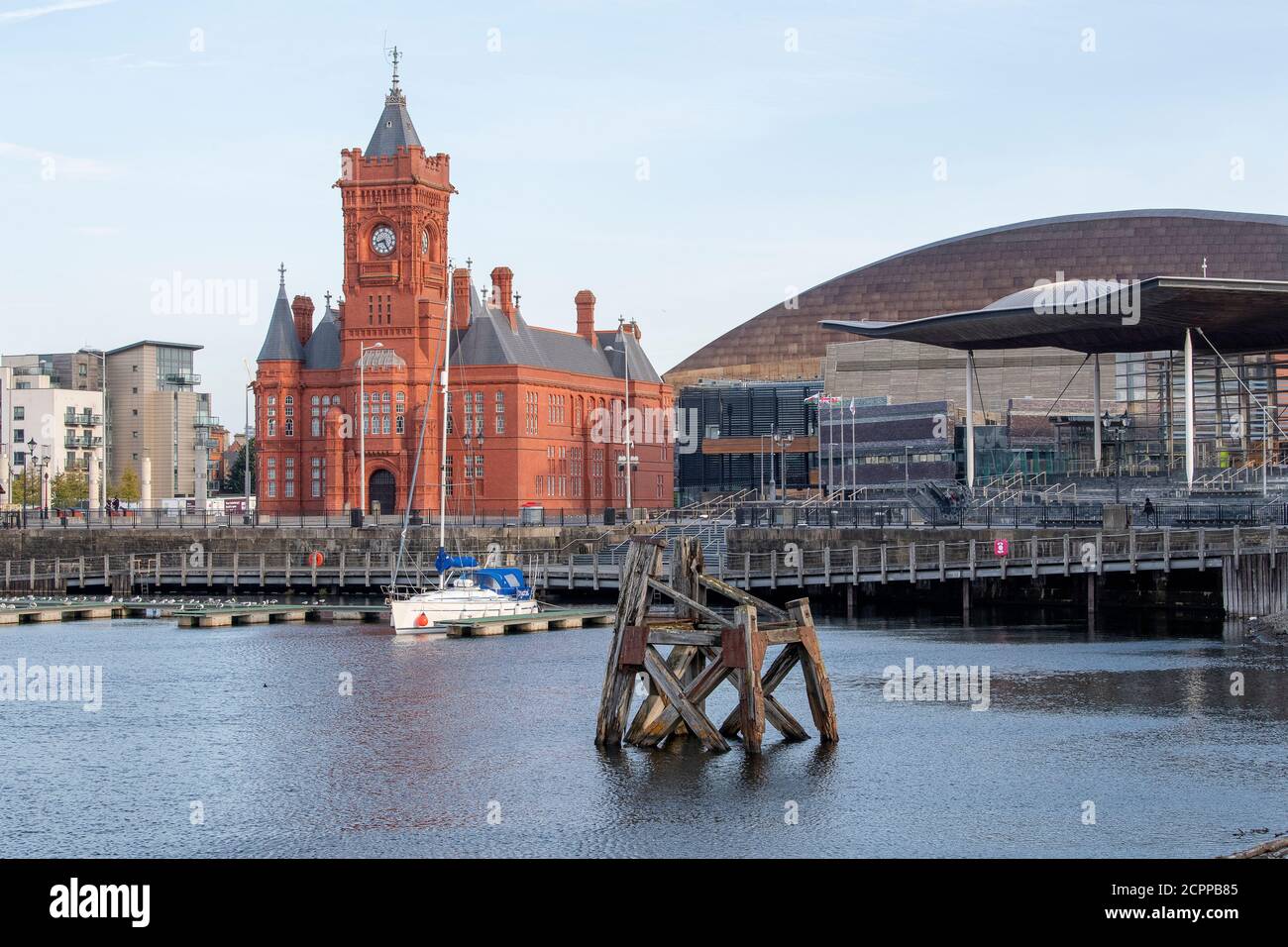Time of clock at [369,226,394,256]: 8:25
